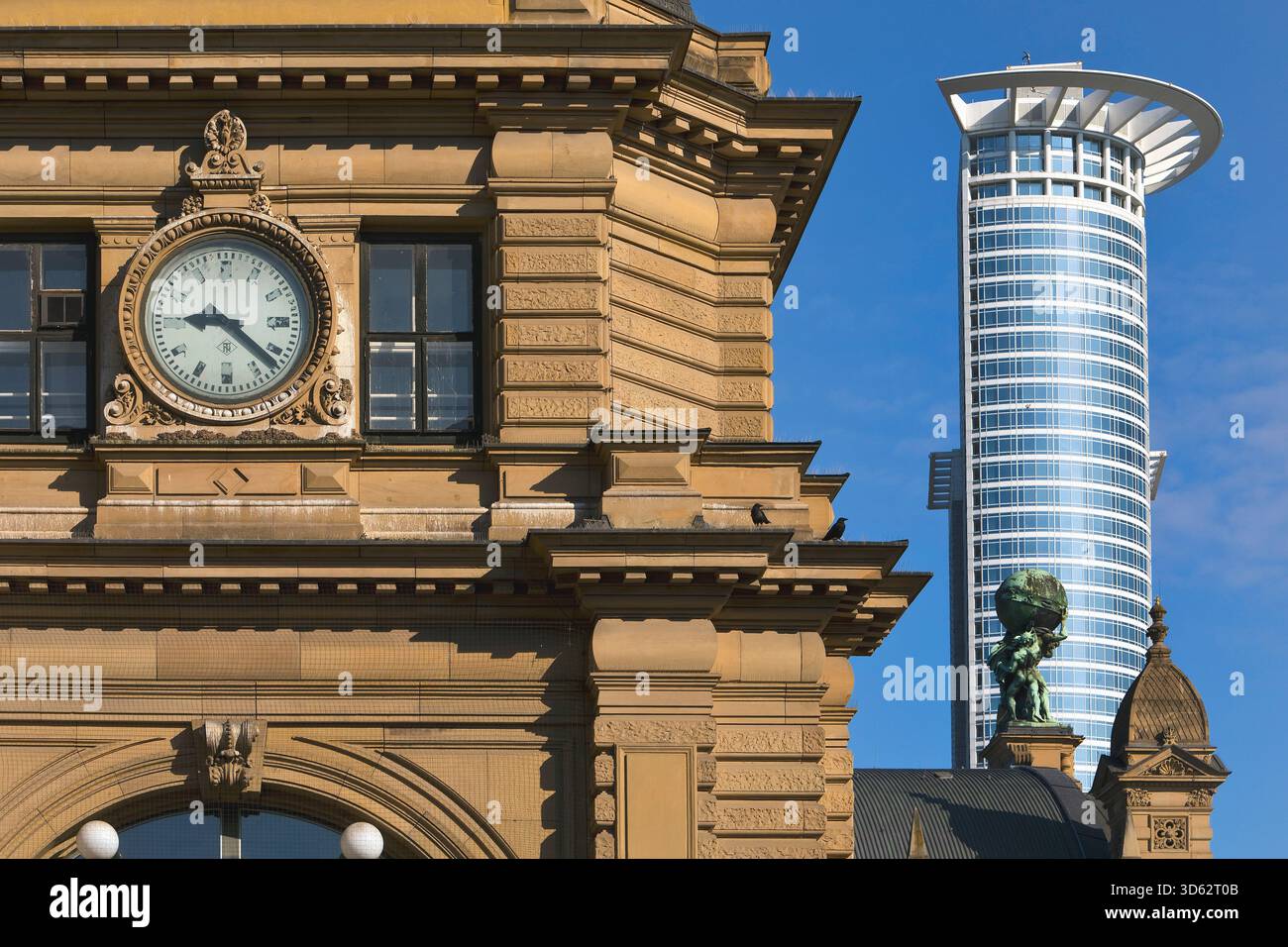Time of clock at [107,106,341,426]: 9:22
